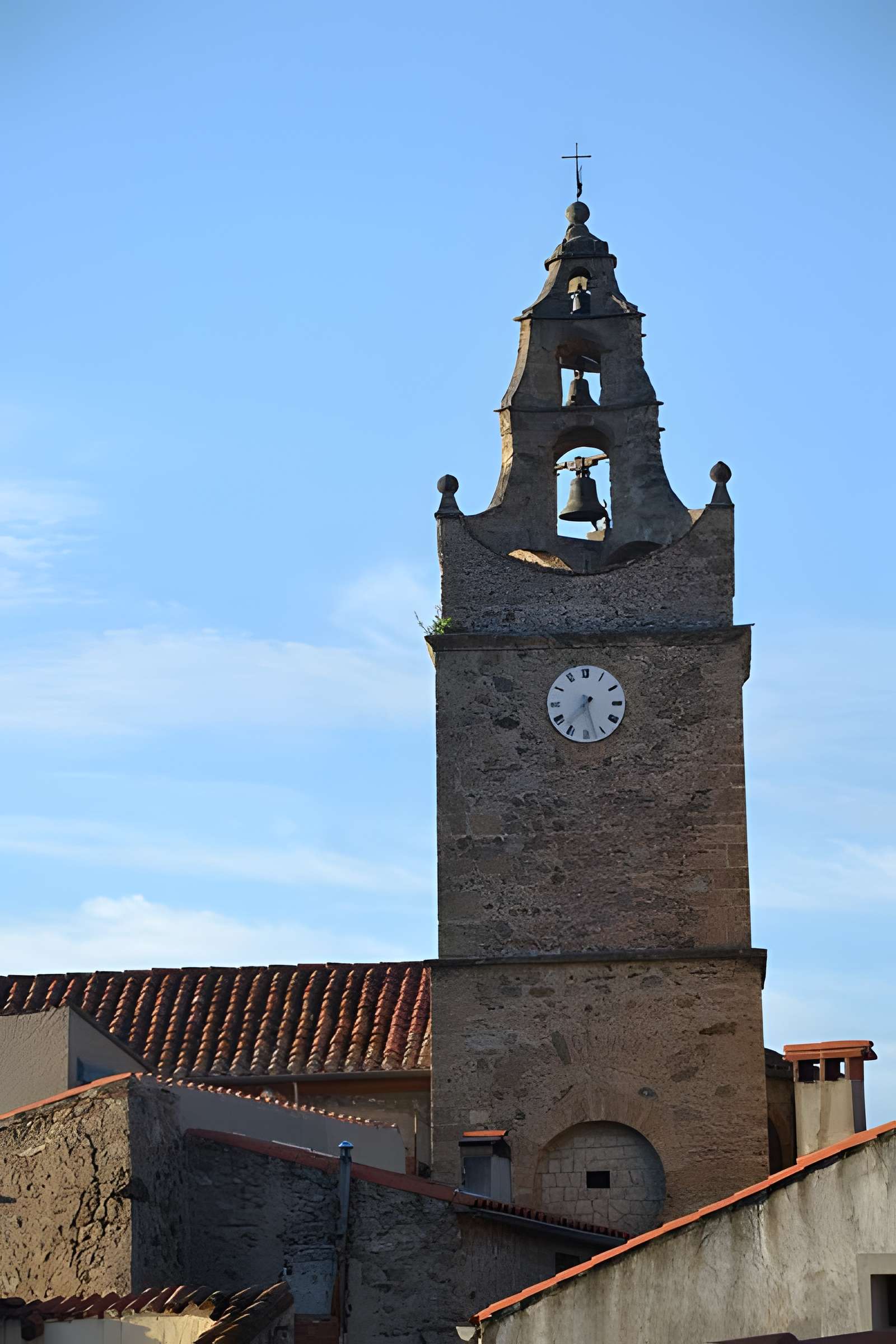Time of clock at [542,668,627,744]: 7:27
